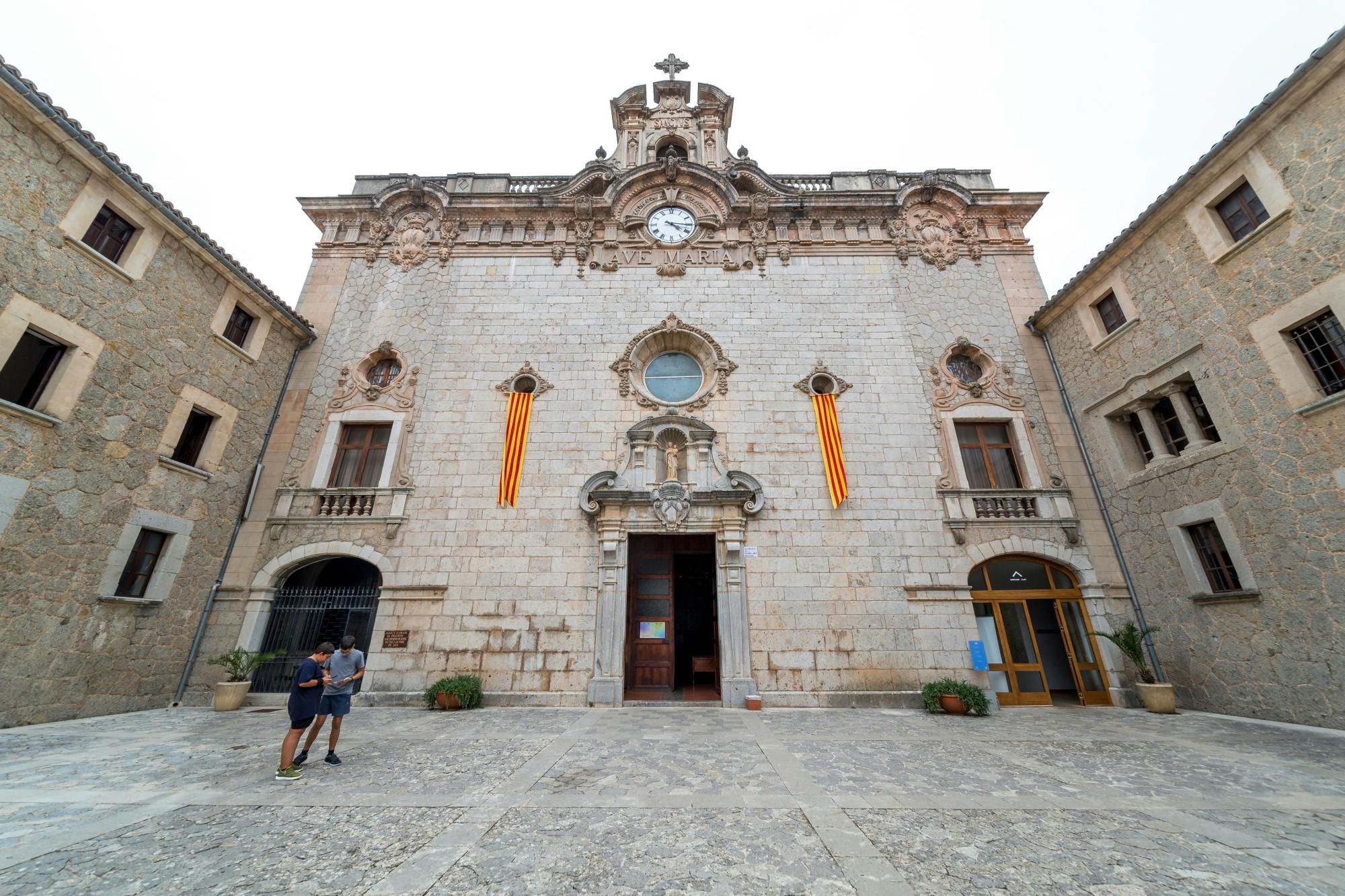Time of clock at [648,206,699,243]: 4:15
